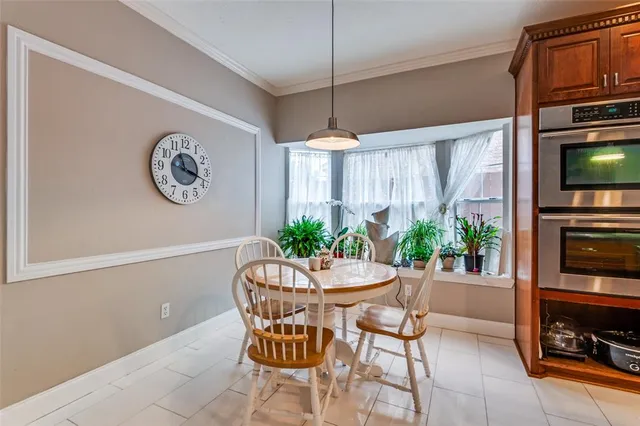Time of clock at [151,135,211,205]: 11:18
